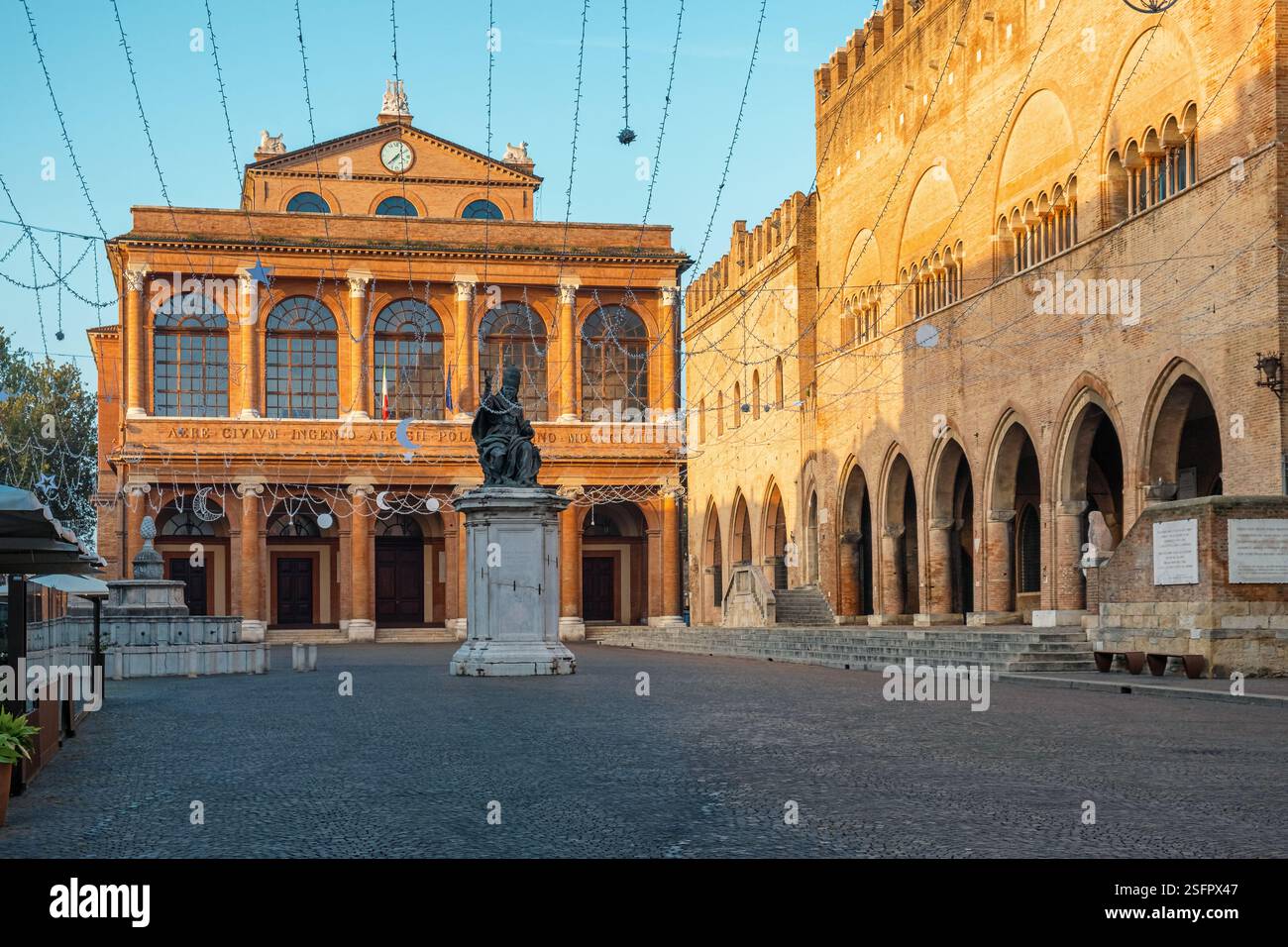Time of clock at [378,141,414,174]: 1:38
